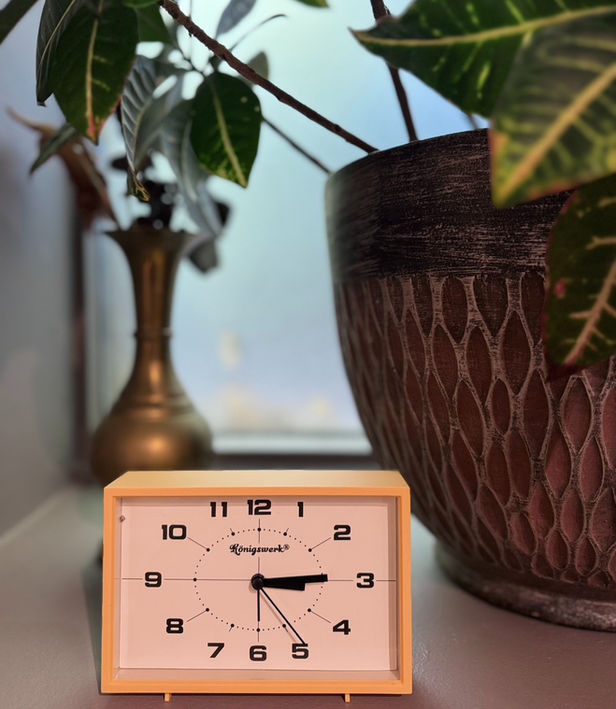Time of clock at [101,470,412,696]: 3:14
